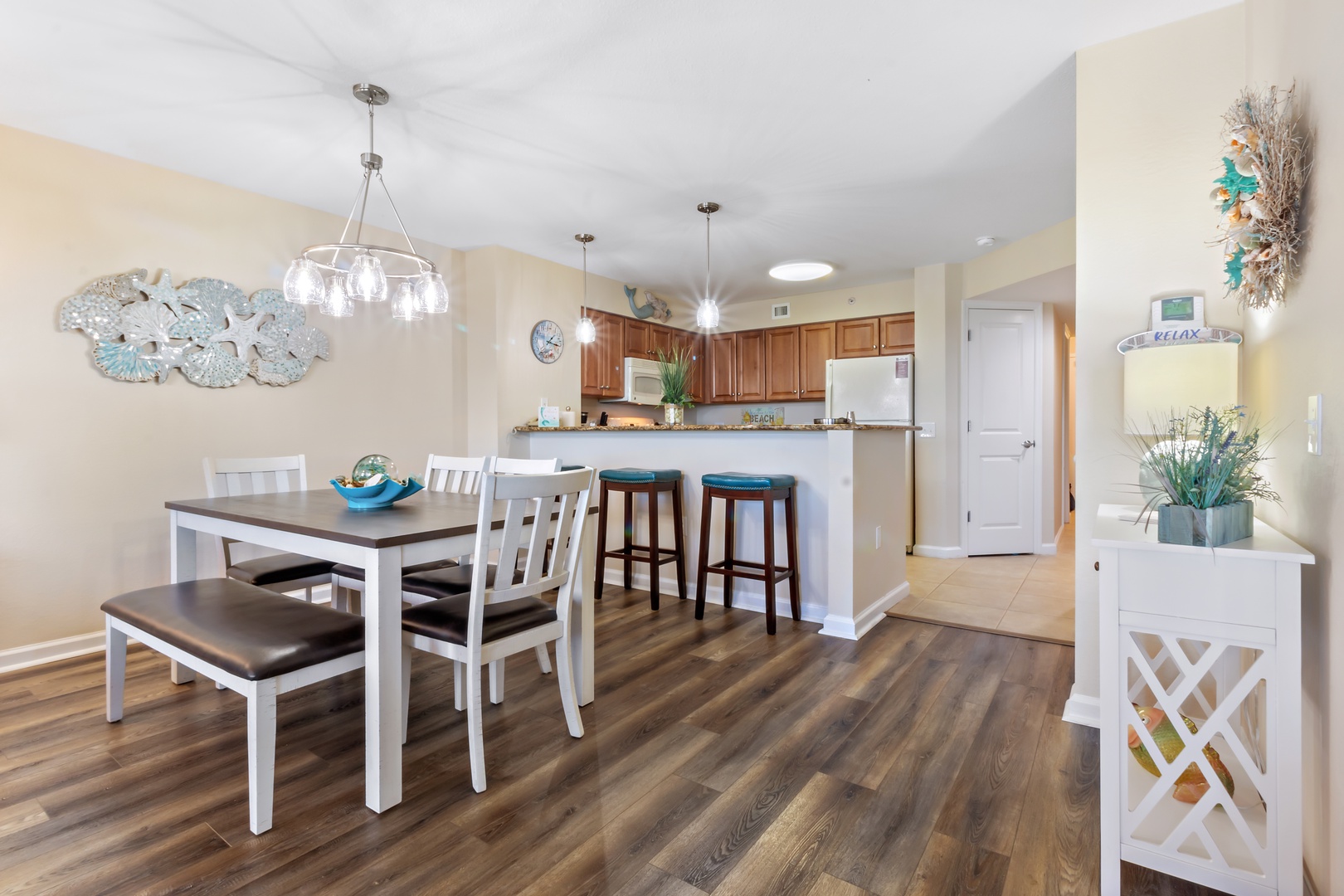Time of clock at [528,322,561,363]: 1:16
